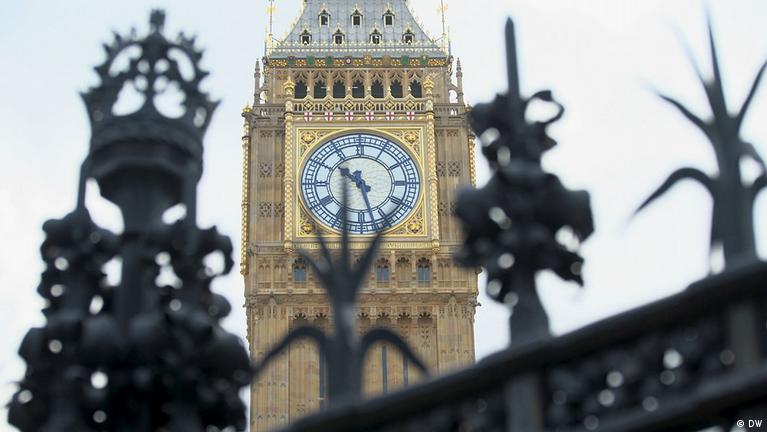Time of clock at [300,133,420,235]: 10:27
